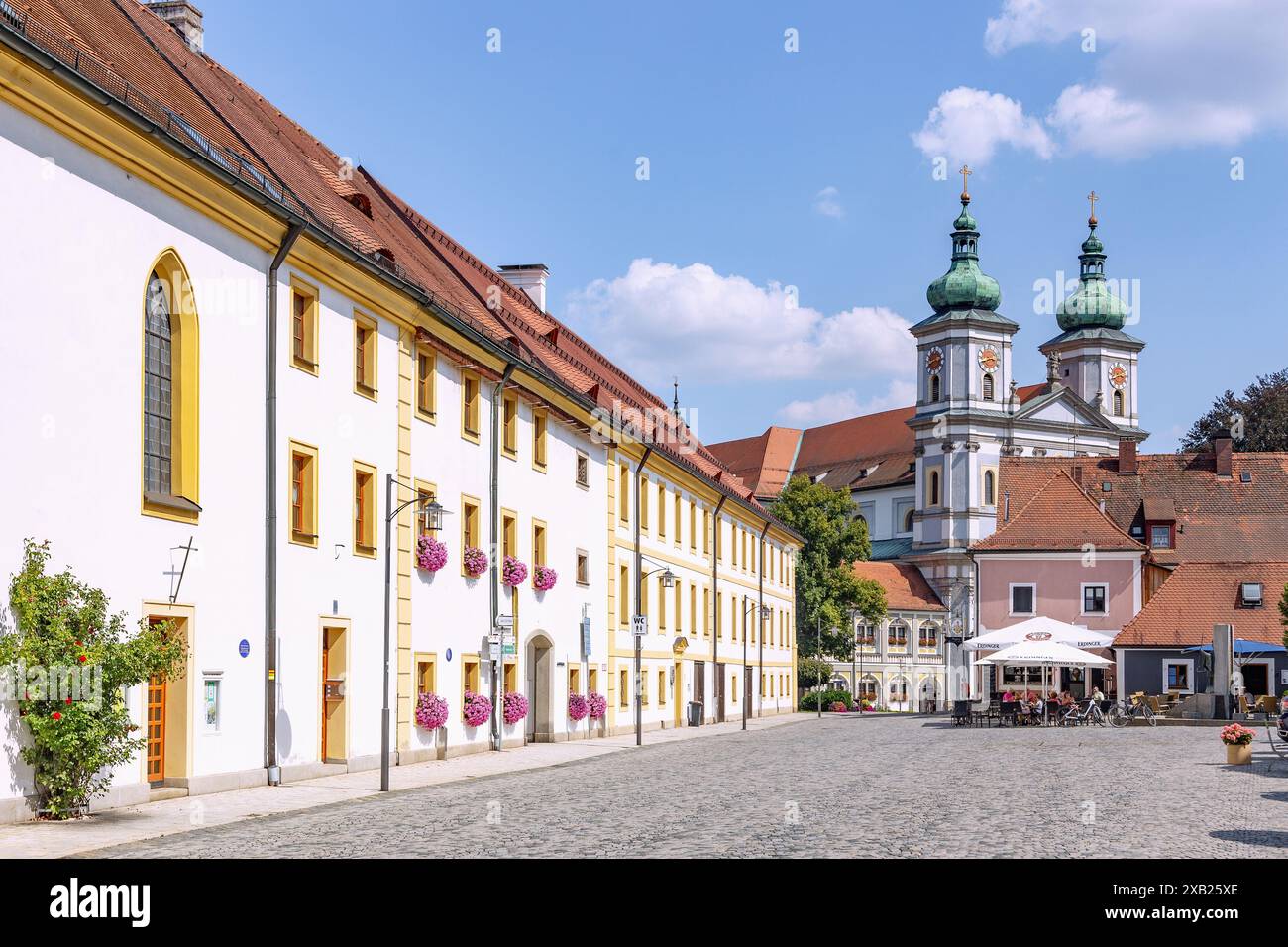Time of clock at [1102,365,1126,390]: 2:40
